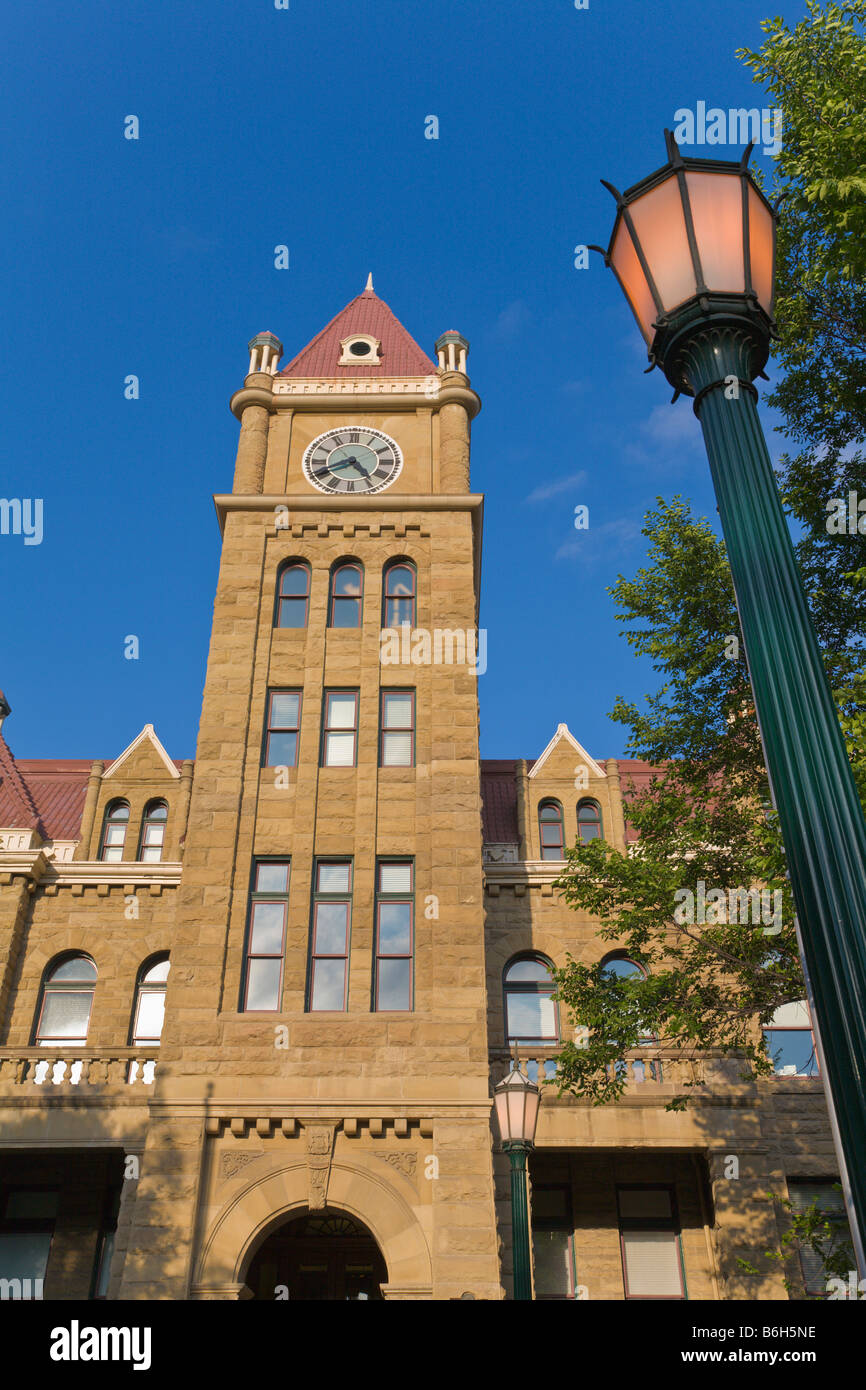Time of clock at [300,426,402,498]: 4:40
